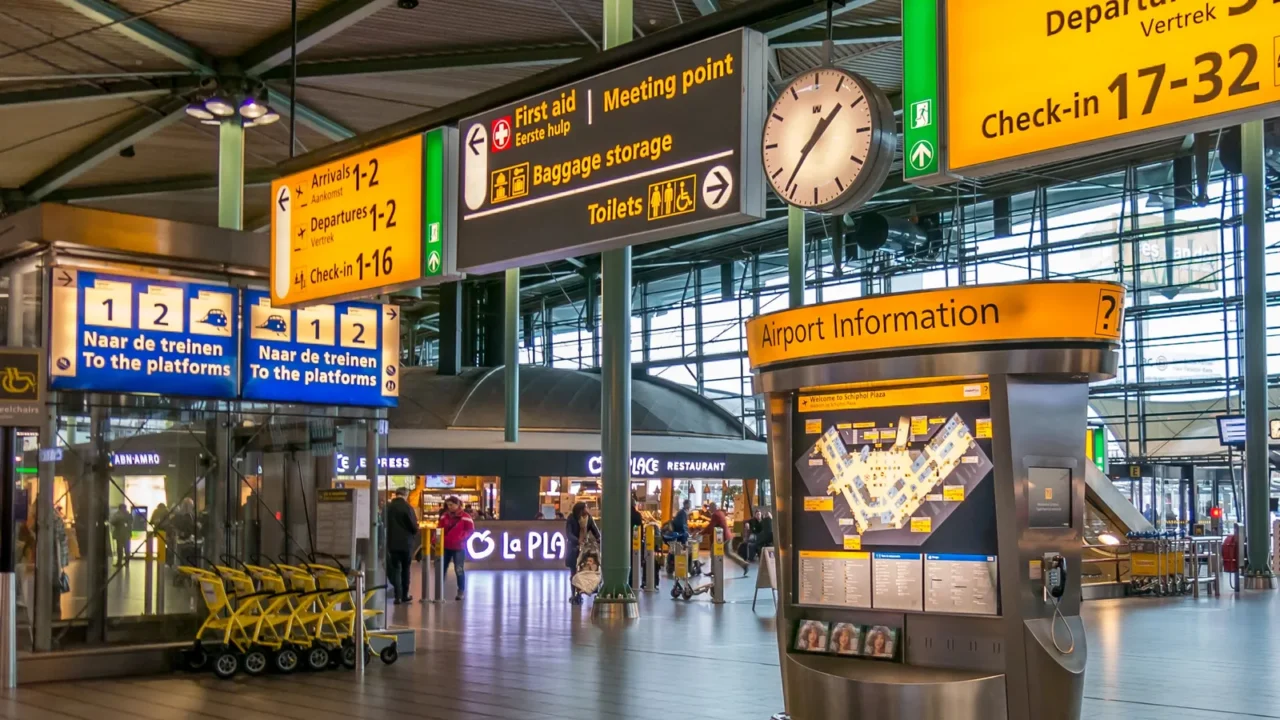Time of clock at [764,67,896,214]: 1:36
